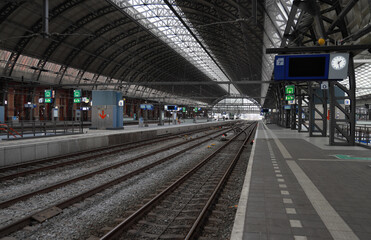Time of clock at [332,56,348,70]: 1:27
